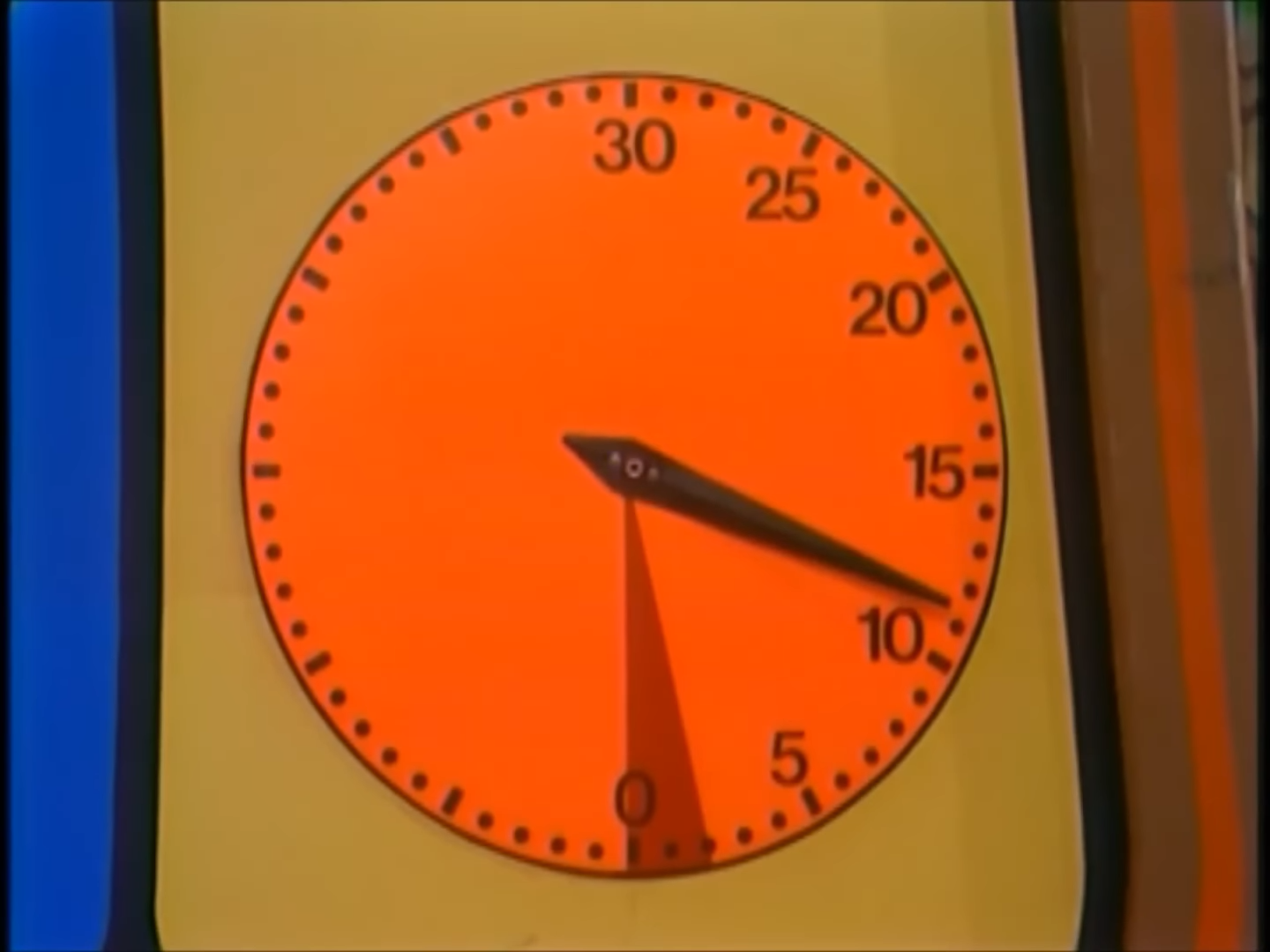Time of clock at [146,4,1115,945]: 3:18
